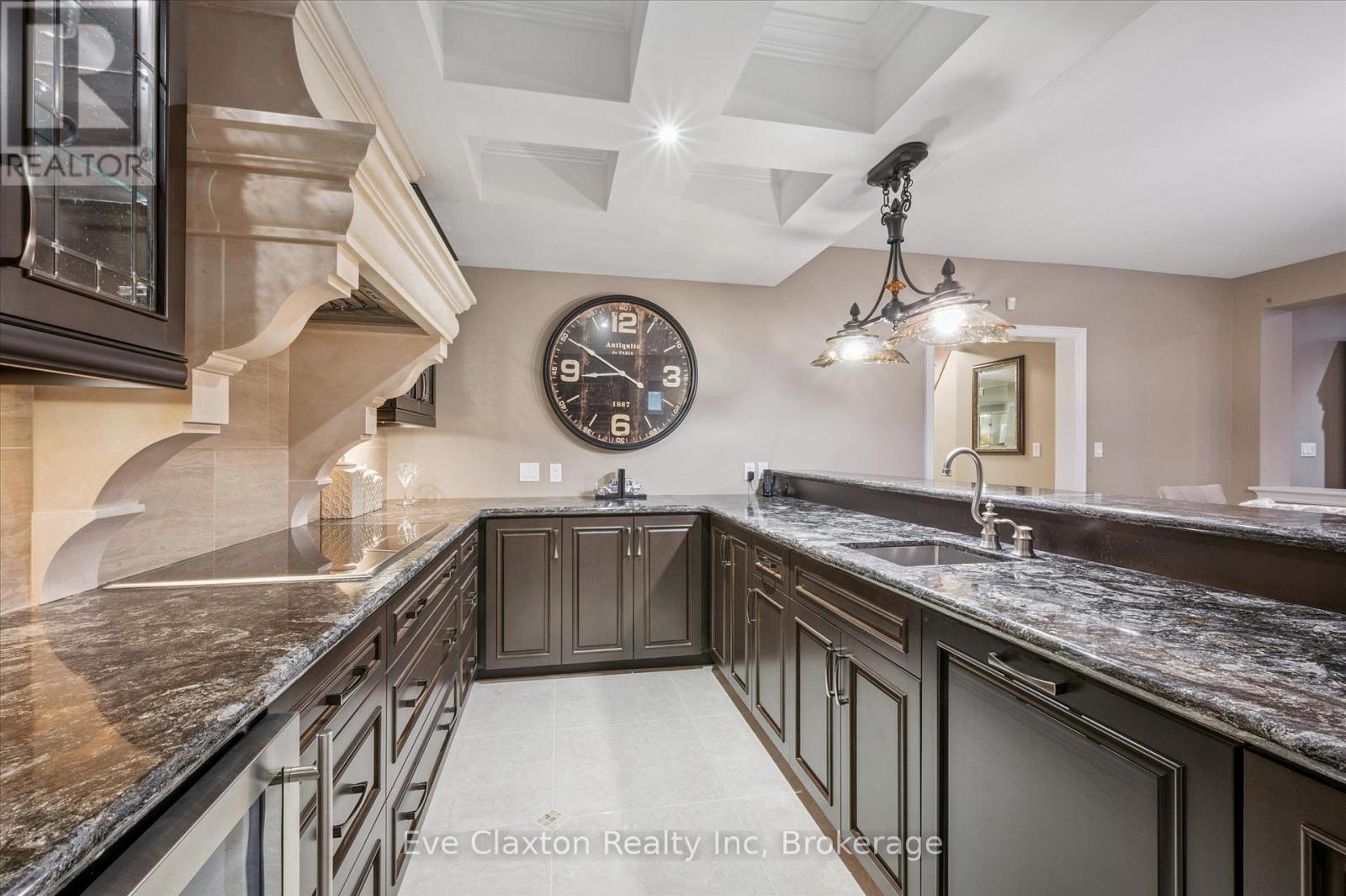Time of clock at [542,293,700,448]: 8:50
